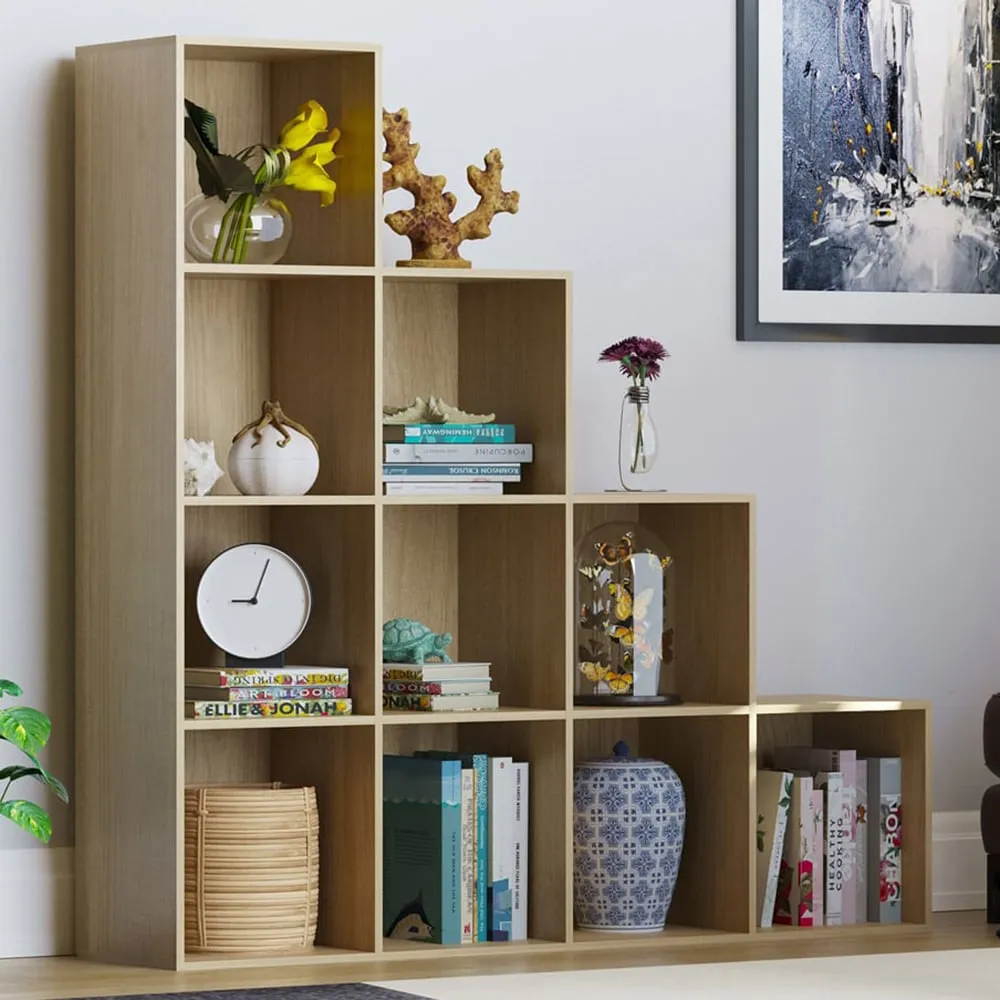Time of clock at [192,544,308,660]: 9:03
